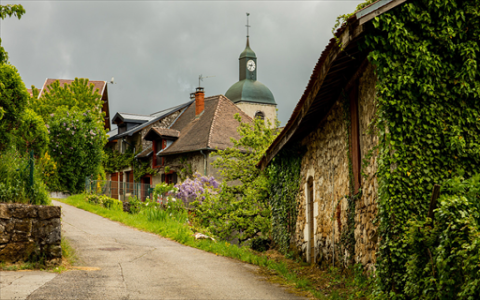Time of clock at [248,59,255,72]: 8:33
